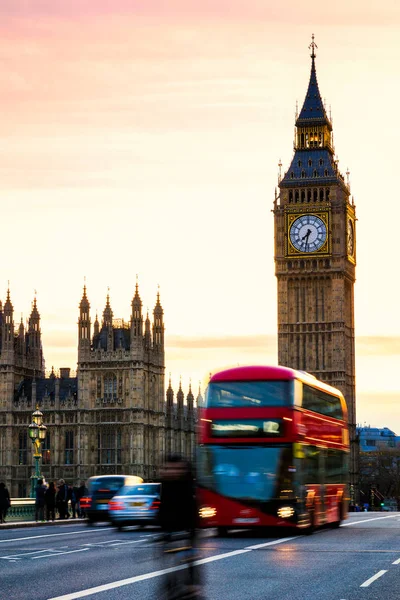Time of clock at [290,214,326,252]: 7:32
